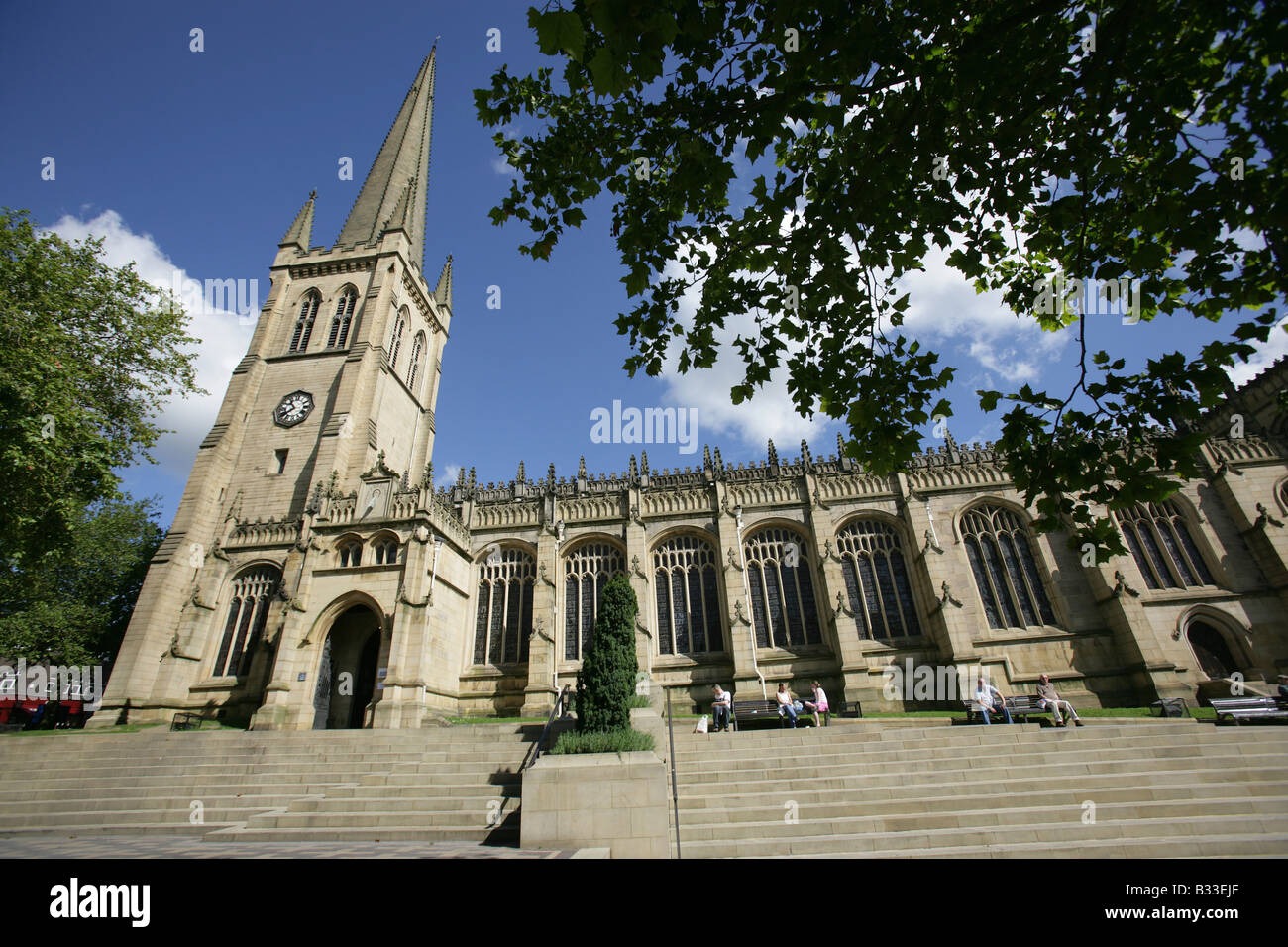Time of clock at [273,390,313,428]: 7:53
